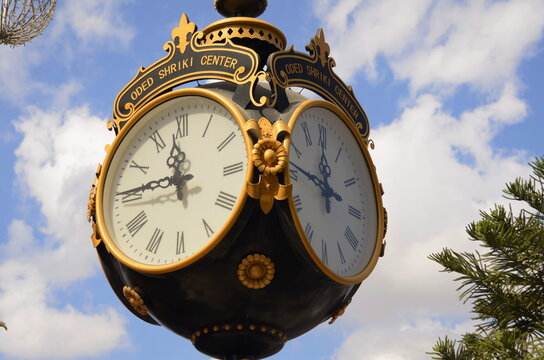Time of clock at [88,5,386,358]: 11:45
